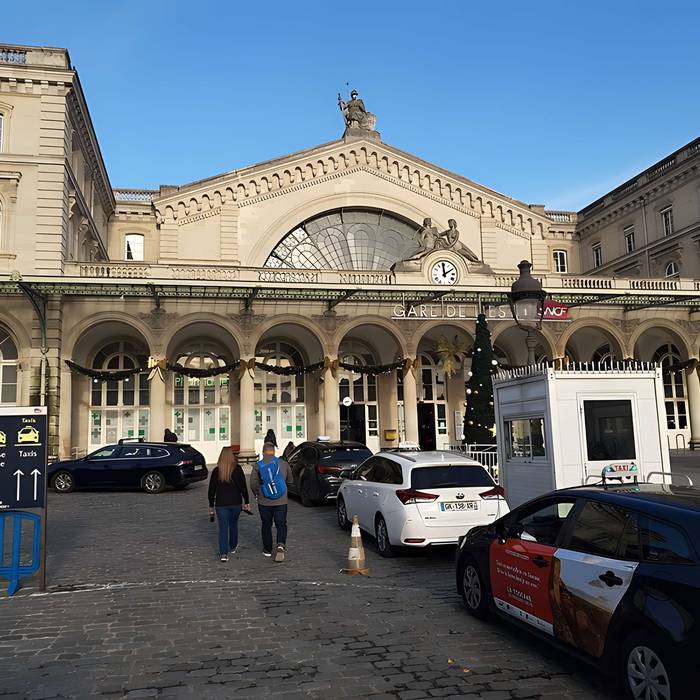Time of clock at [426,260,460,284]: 1:59
